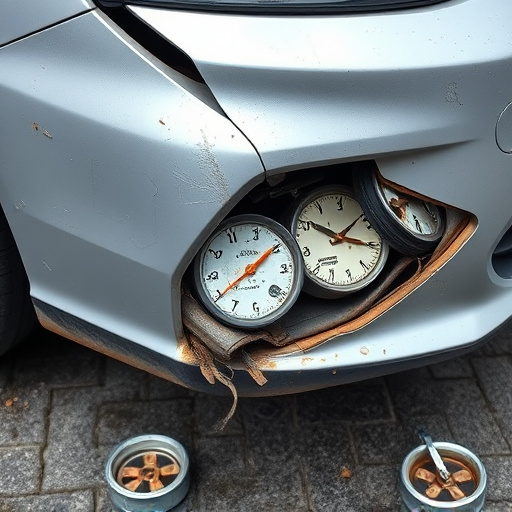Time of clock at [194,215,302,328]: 1:39
